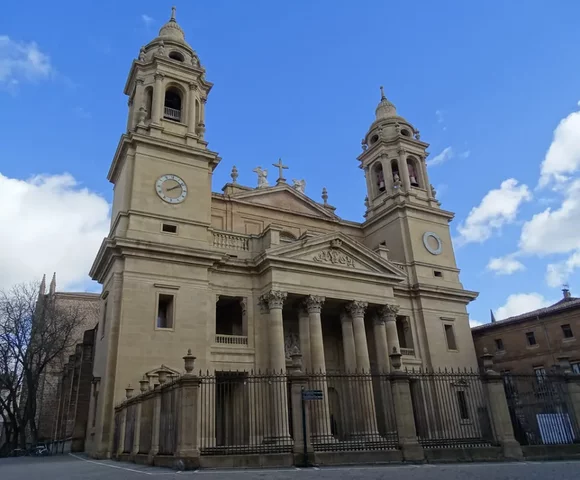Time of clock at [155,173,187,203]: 2:09
